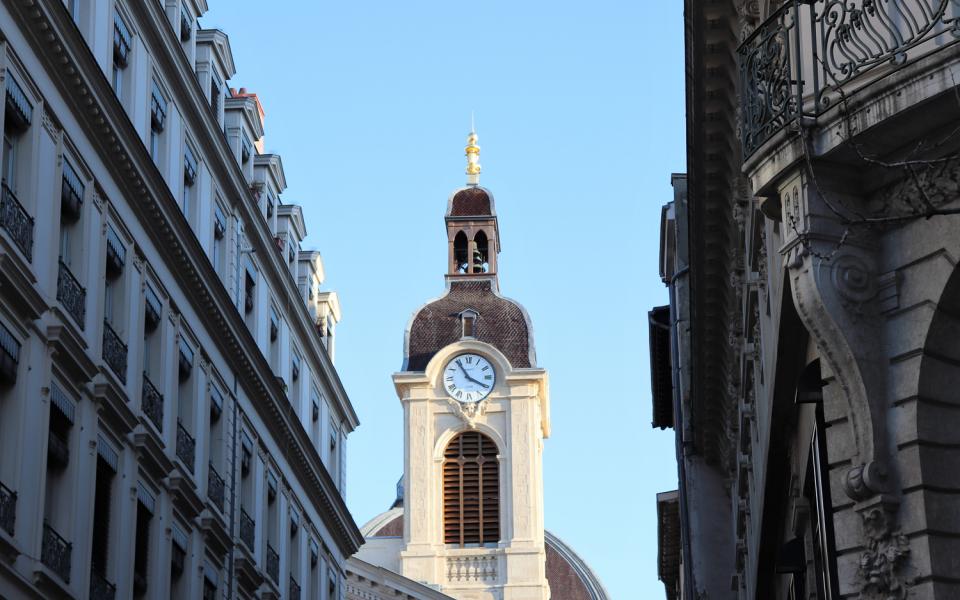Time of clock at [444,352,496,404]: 3:54
